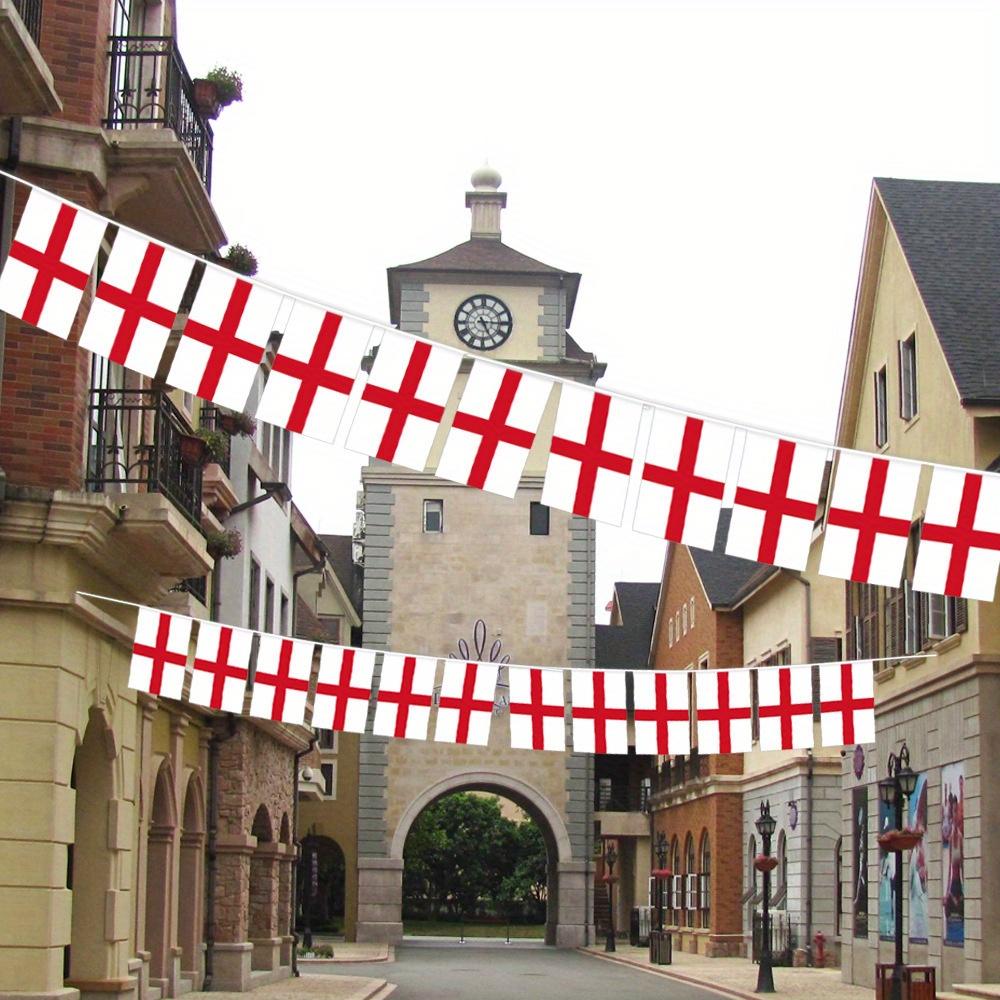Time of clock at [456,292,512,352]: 5:14
